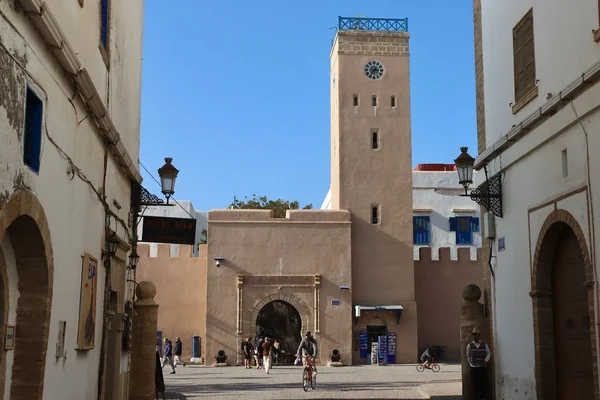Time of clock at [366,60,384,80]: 2:36
